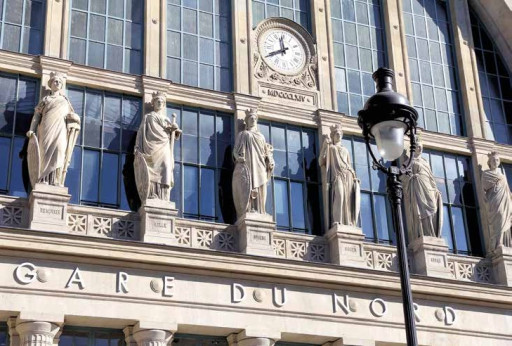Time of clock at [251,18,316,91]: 11:40
